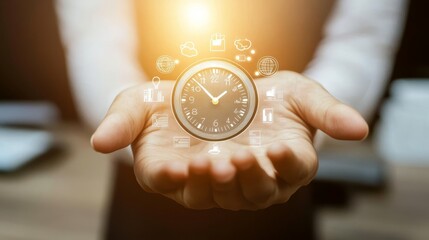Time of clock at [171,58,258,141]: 1:52
